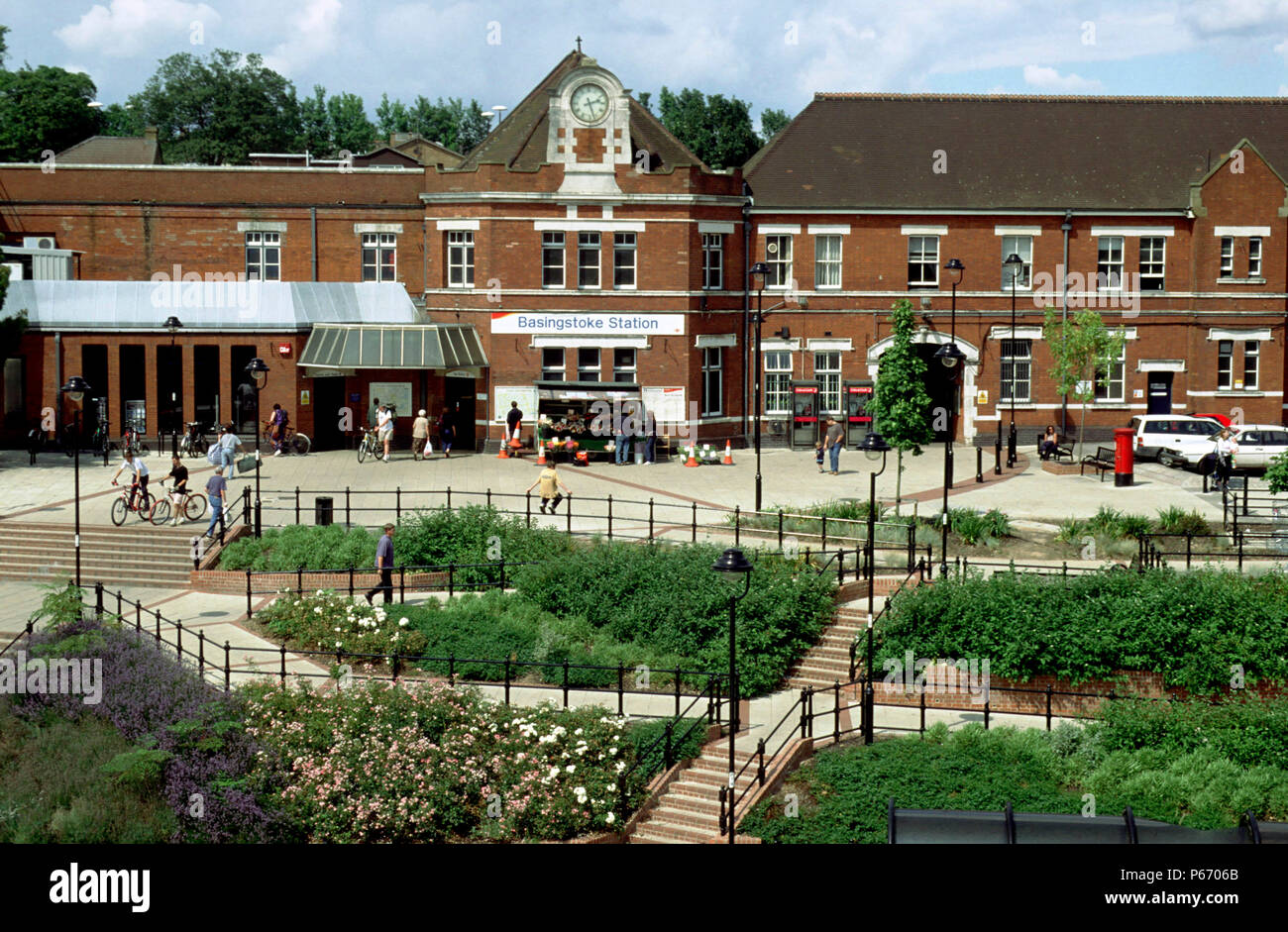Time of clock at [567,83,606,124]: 2:26
